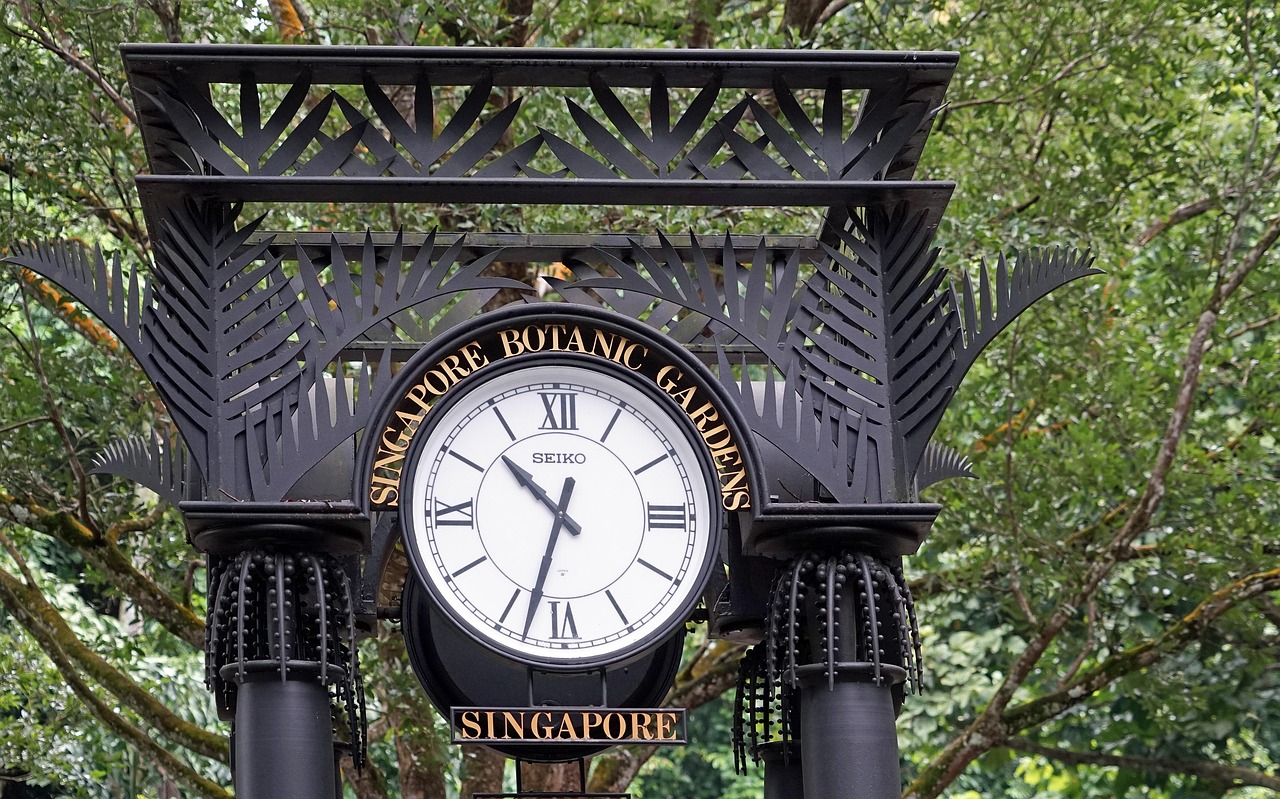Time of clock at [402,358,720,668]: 10:32
